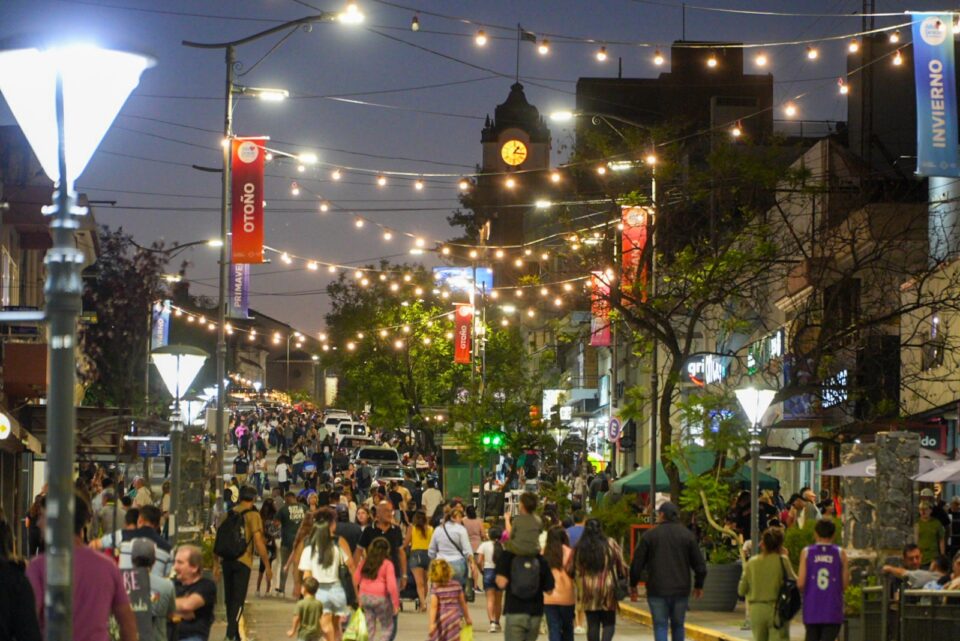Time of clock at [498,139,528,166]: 1:16
